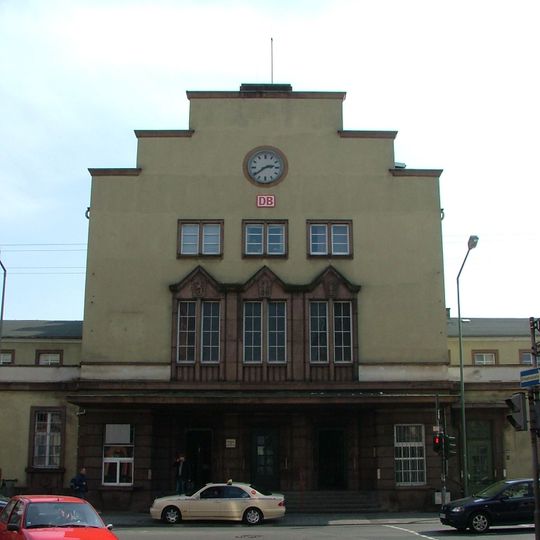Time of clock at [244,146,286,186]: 2:39
